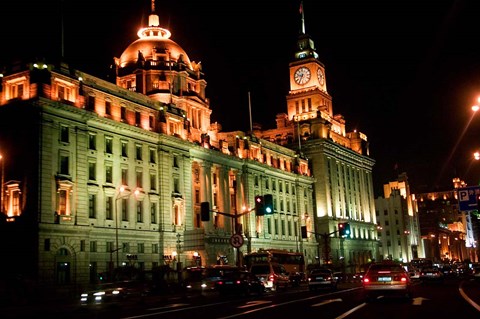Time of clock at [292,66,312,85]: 9:34
